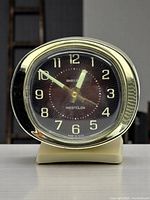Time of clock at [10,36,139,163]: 12:50
